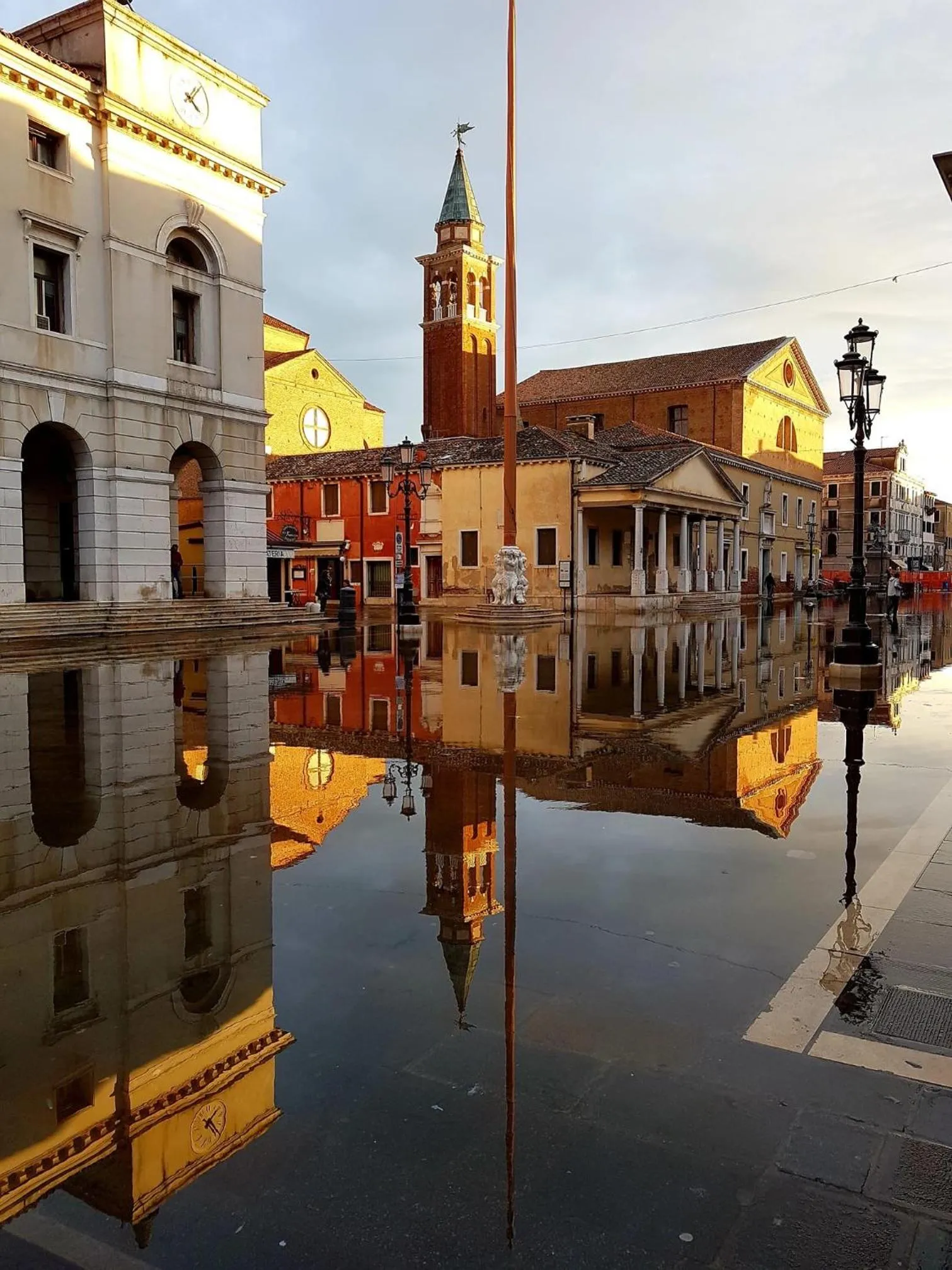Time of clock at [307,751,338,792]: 5:59
